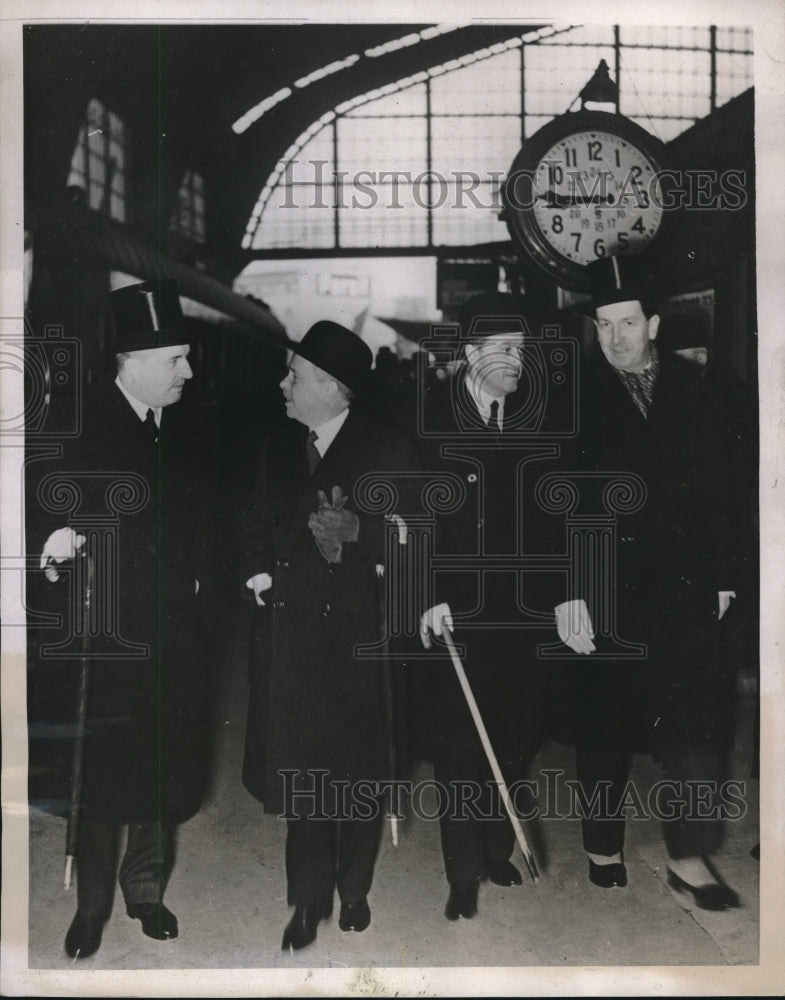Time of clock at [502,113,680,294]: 8:45
